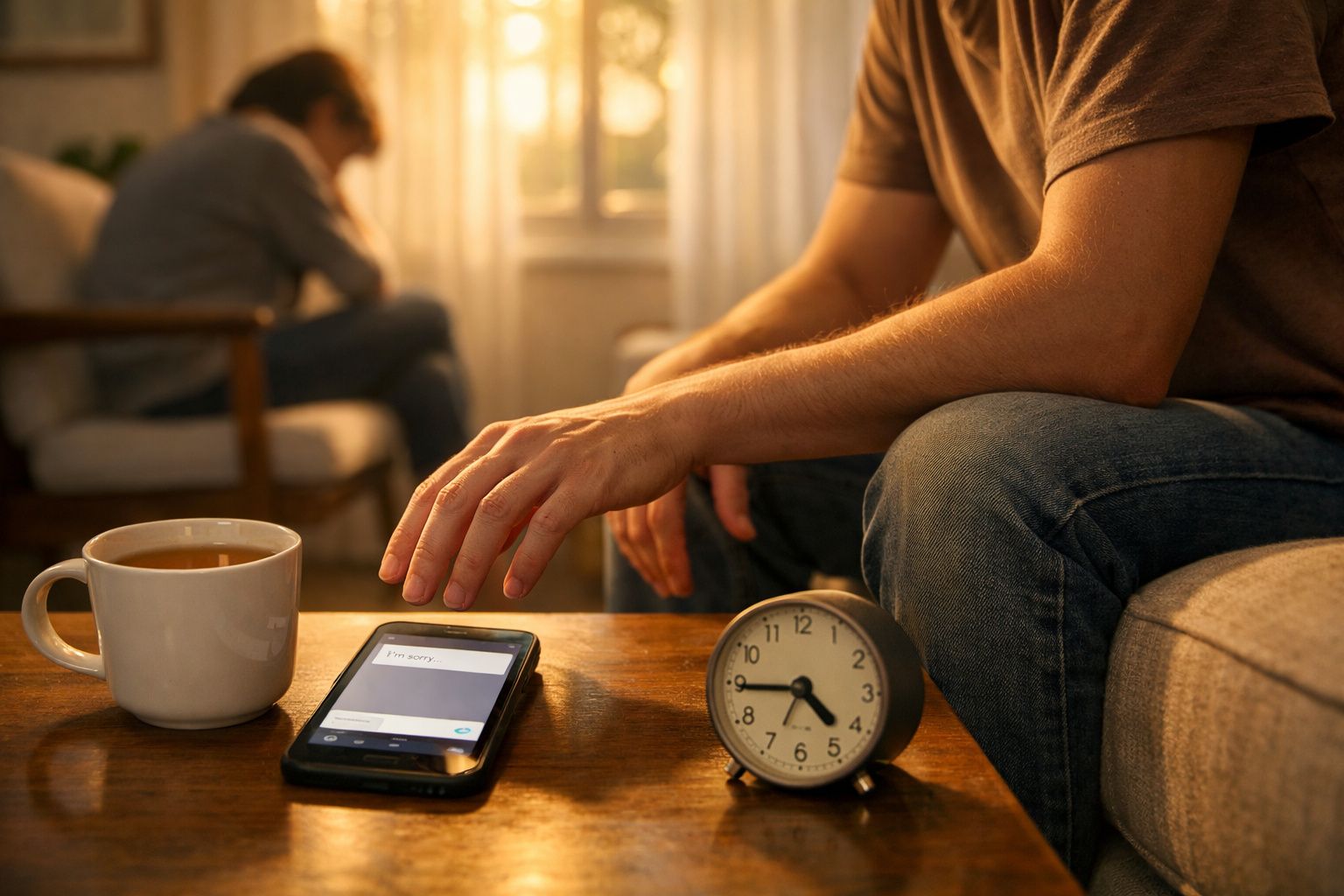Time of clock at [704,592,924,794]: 4:44
